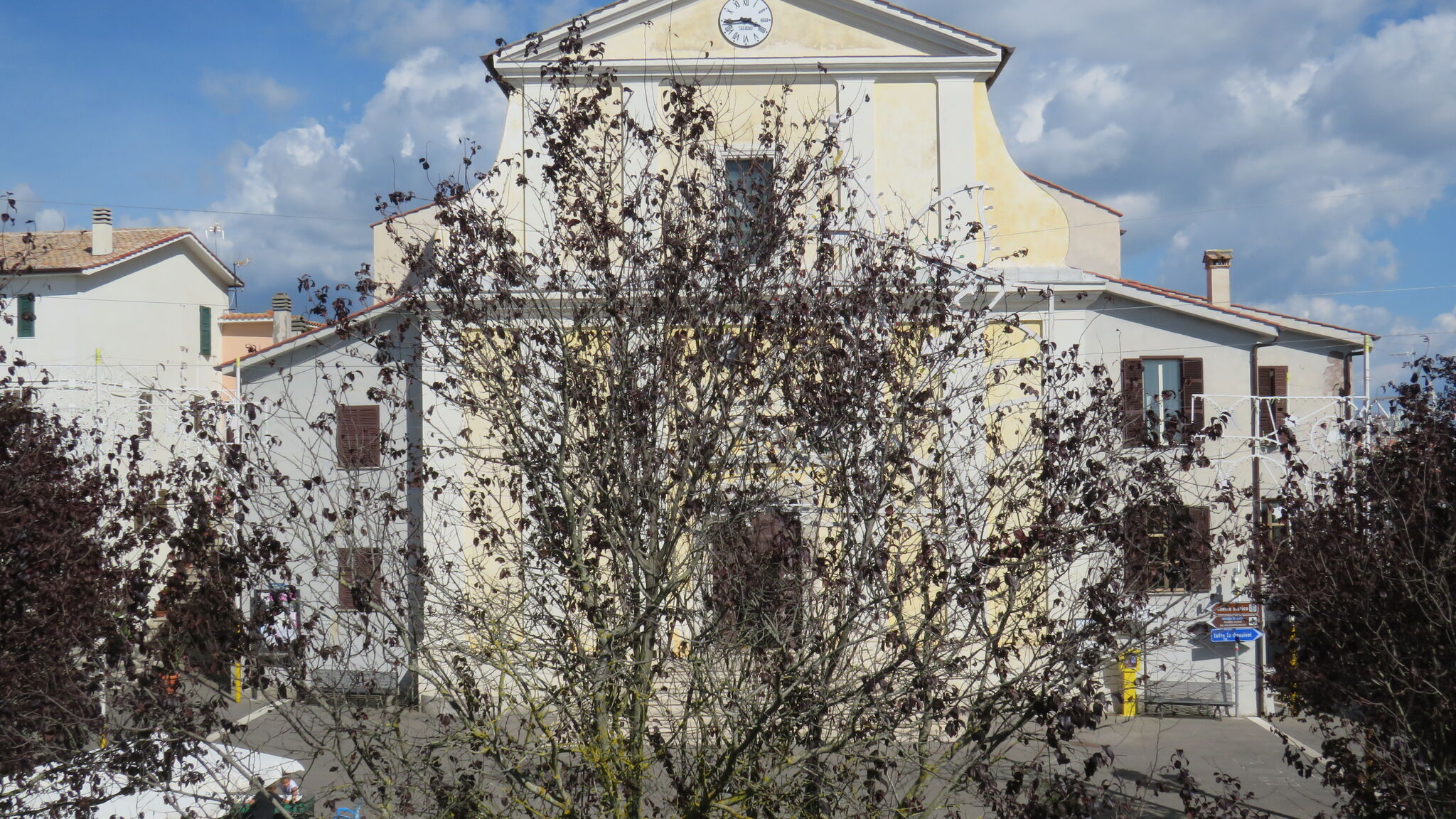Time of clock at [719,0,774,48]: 3:44
